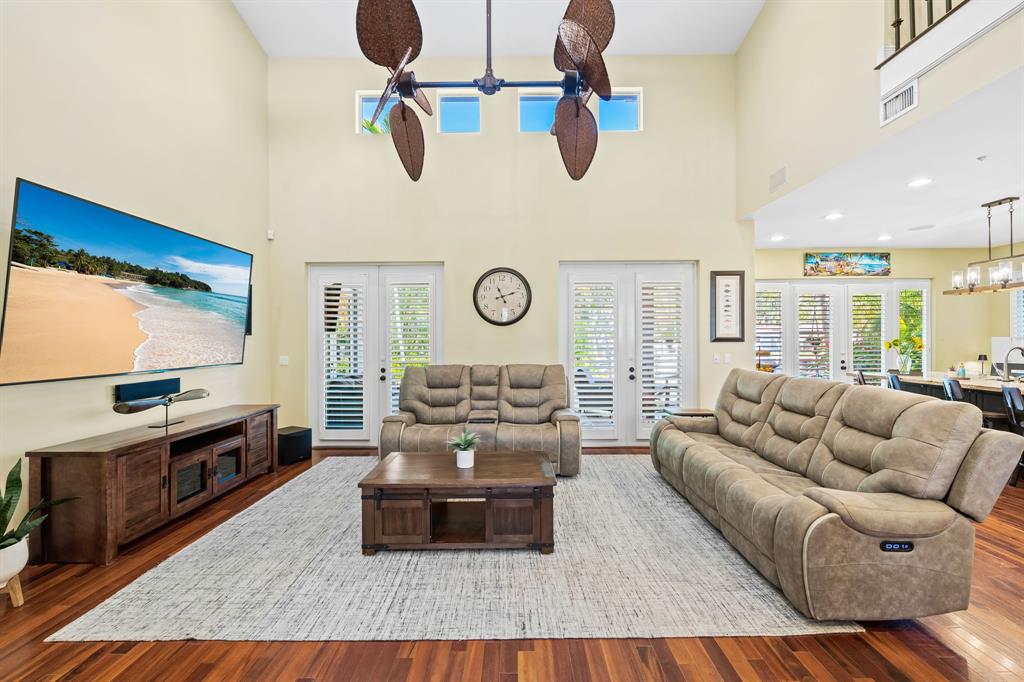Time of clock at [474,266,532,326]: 11:12
